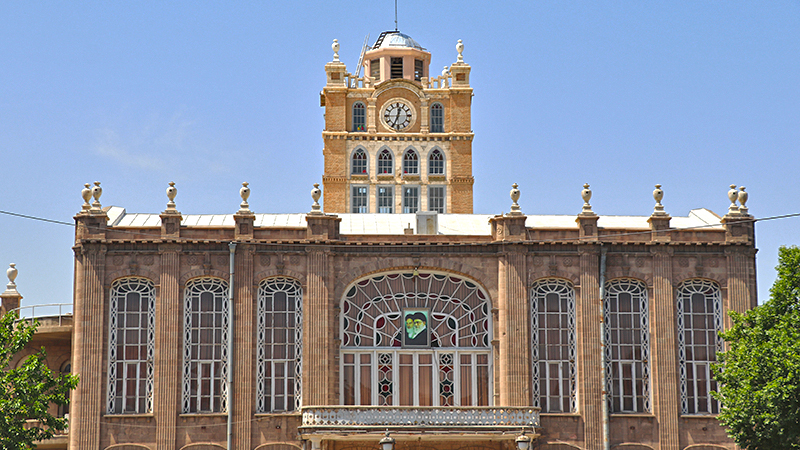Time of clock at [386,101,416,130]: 12:34
